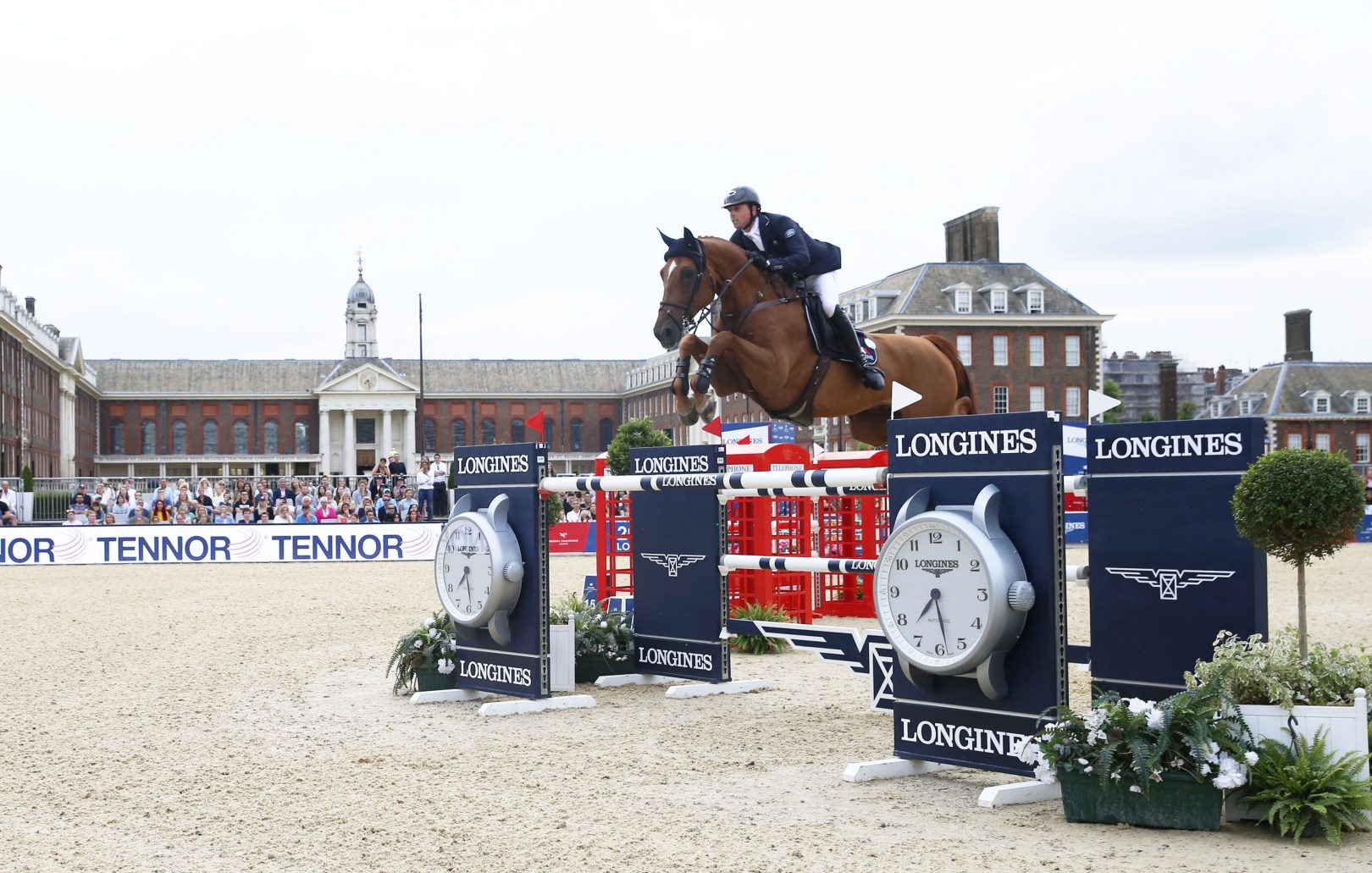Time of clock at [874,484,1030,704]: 7:28
